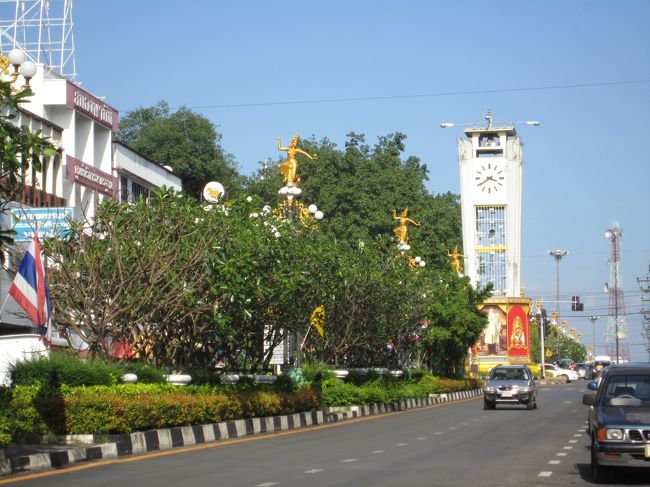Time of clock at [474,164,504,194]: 3:39
